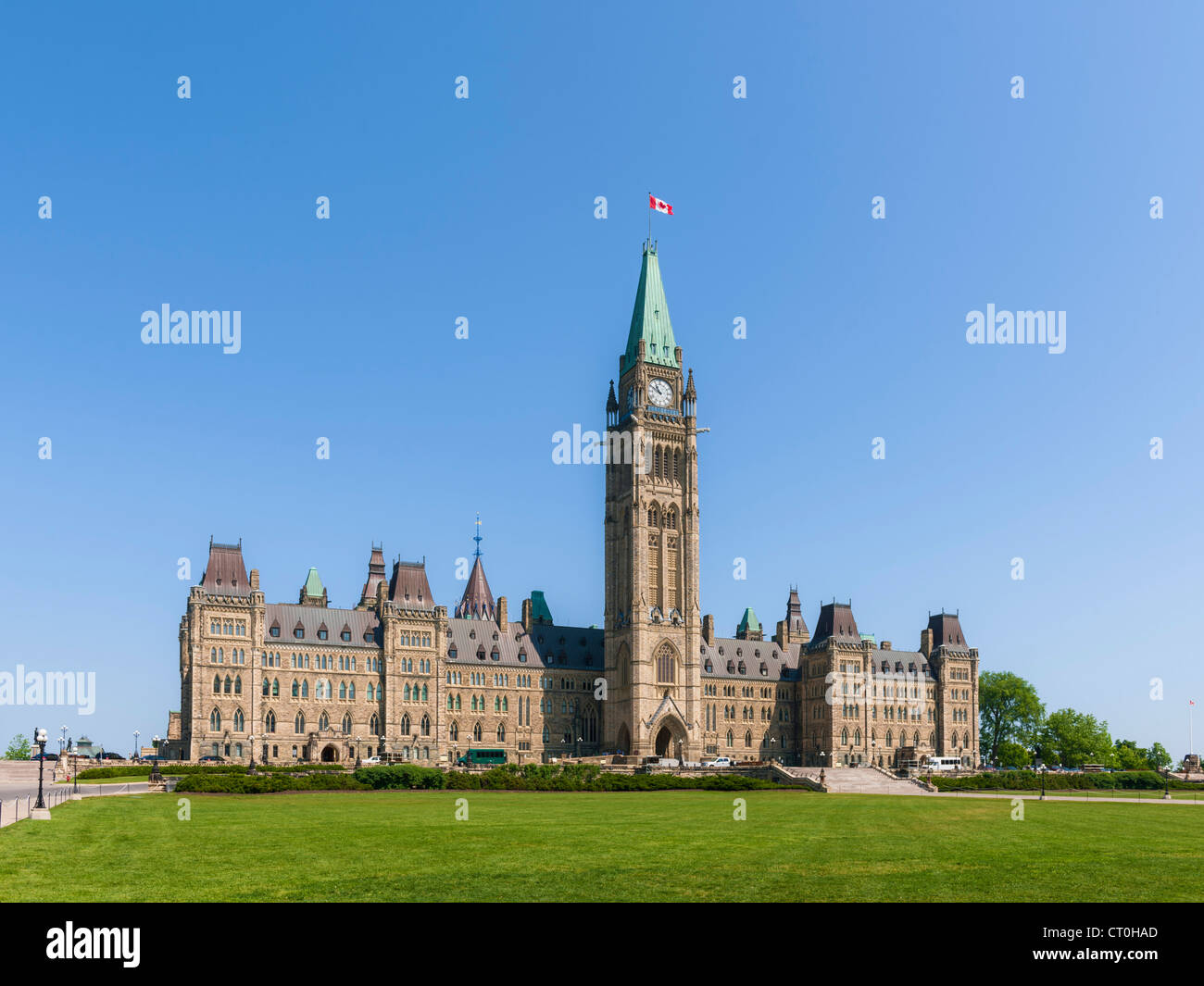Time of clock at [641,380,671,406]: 10:49
